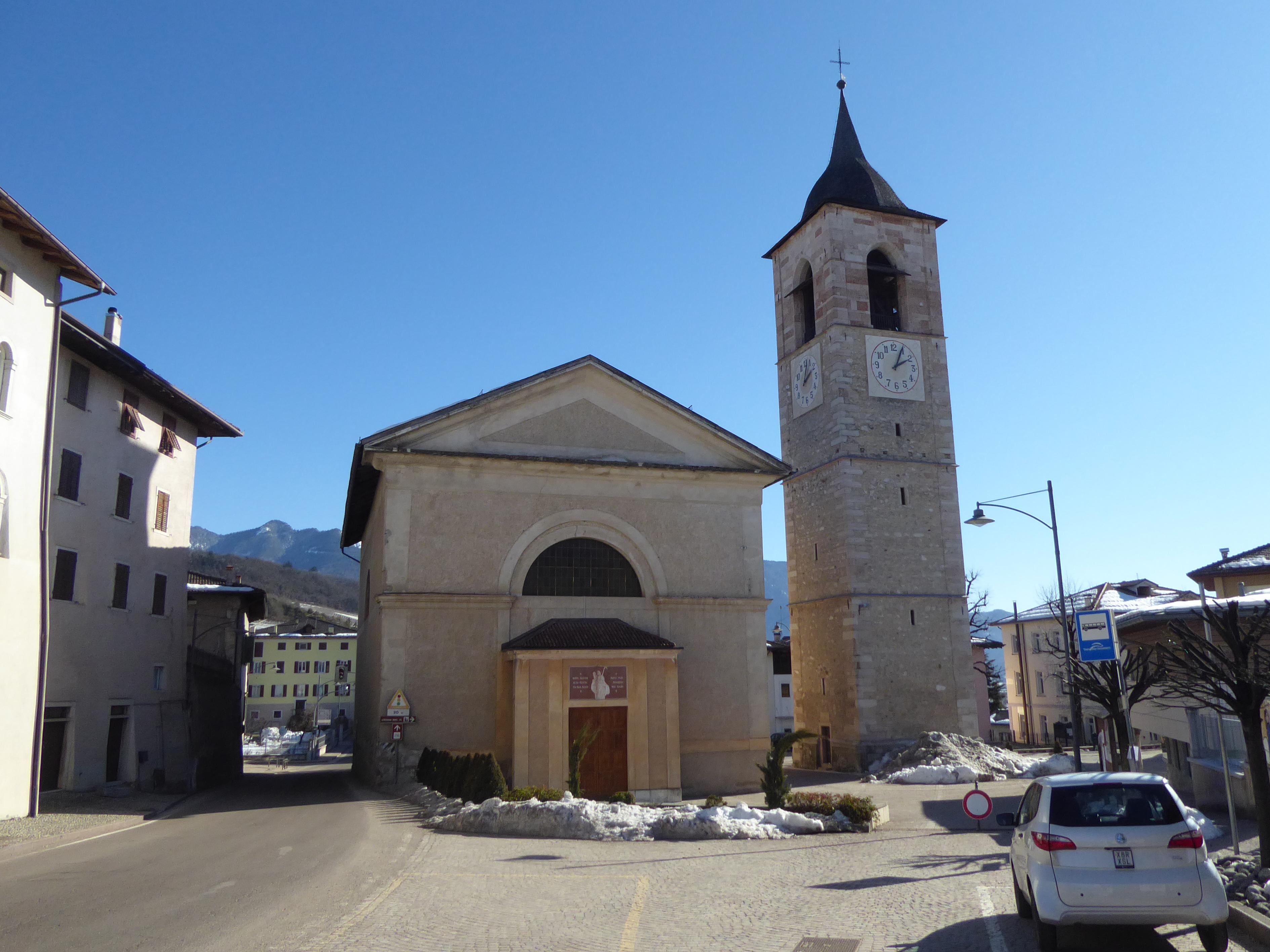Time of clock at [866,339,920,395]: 2:04
